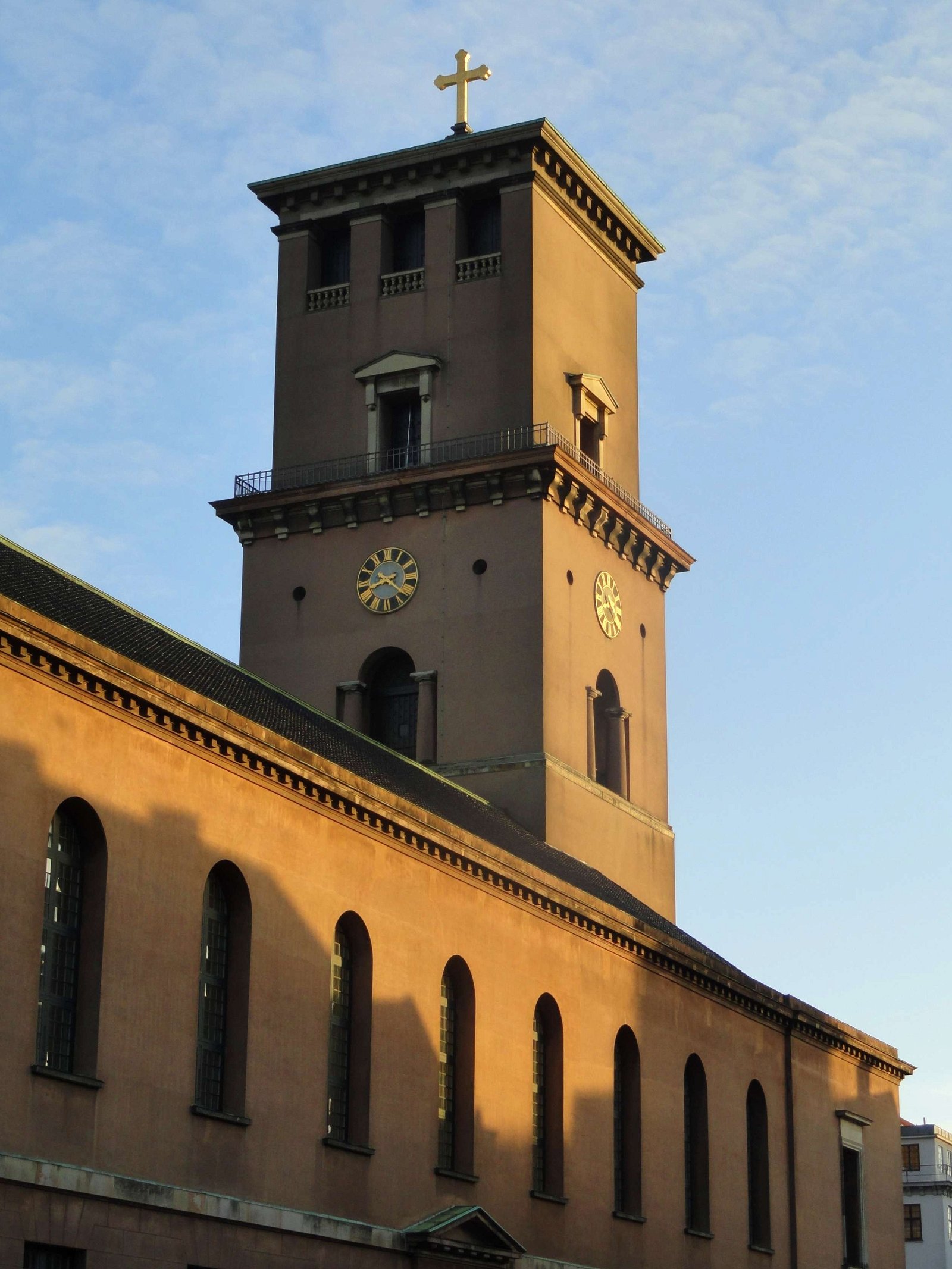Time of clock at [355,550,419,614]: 8:21
